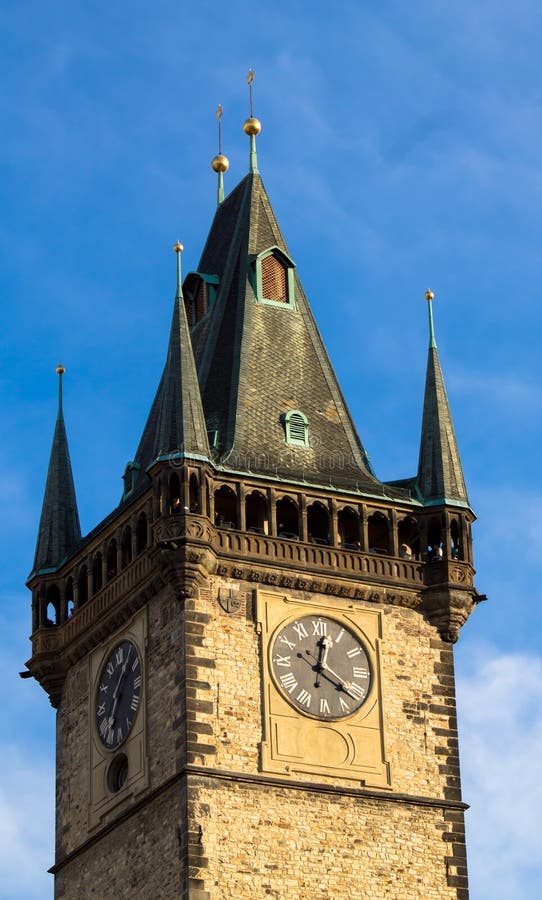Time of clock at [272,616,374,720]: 12:21
